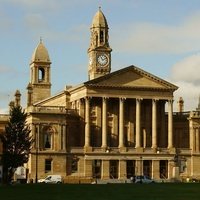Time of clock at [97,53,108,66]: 11:10
